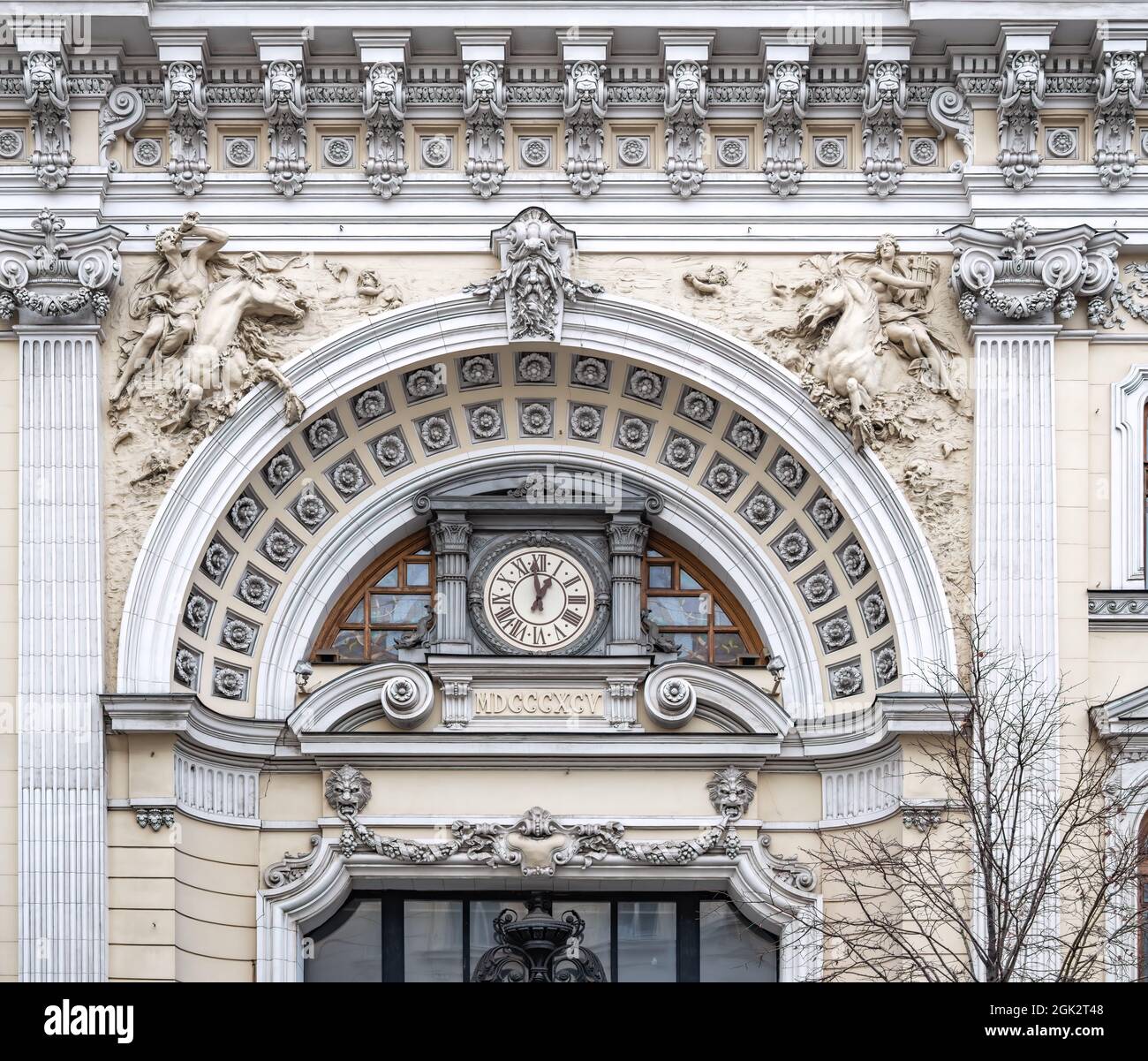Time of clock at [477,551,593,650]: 12:58
